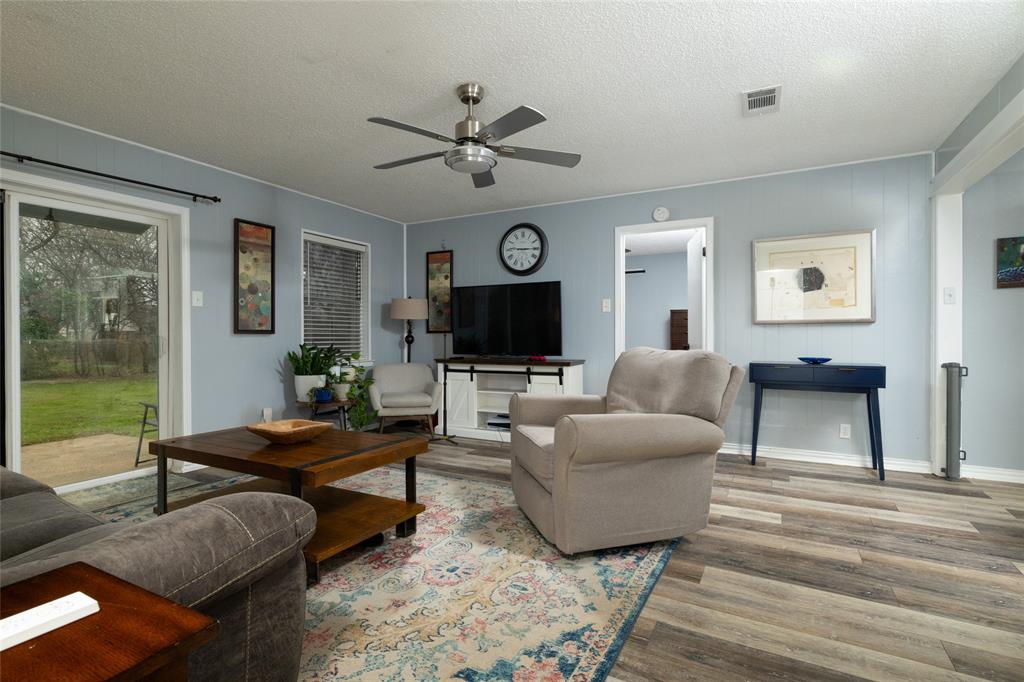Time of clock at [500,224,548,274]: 9:14
